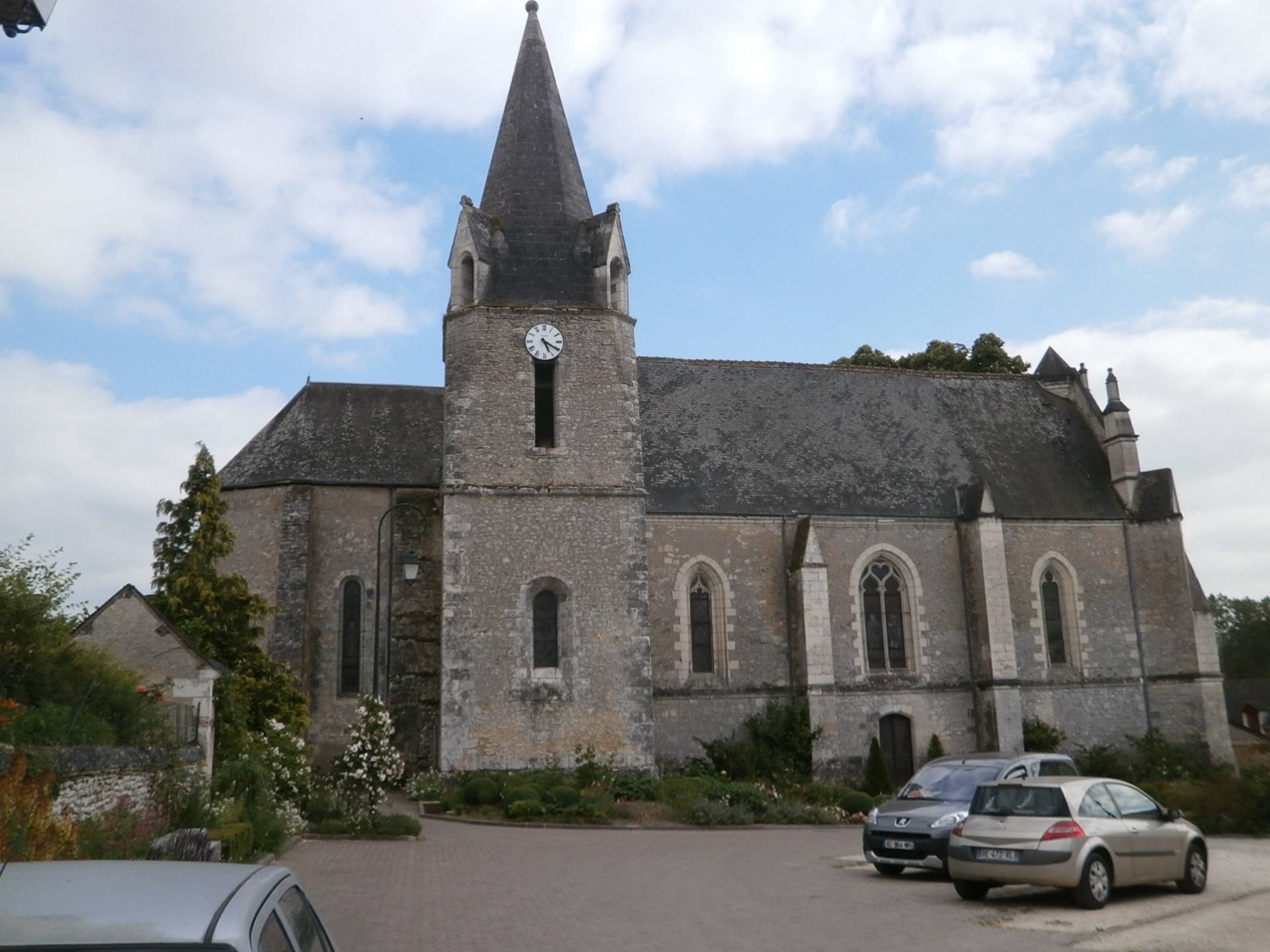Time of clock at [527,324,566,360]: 5:20
